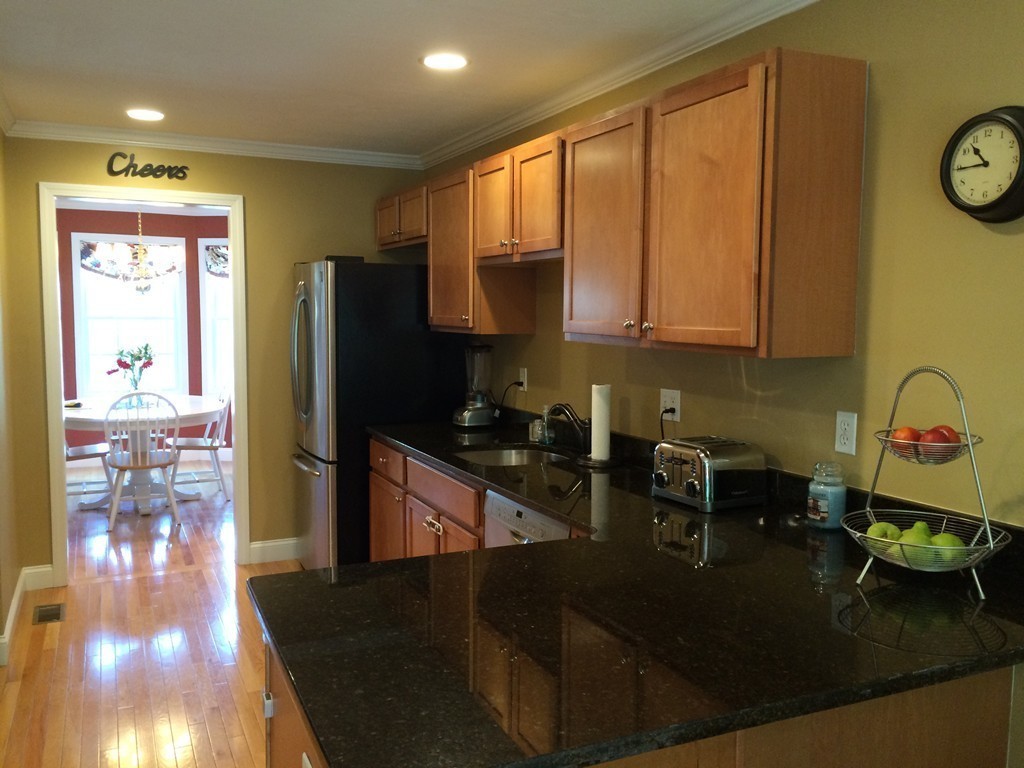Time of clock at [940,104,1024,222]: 10:44
